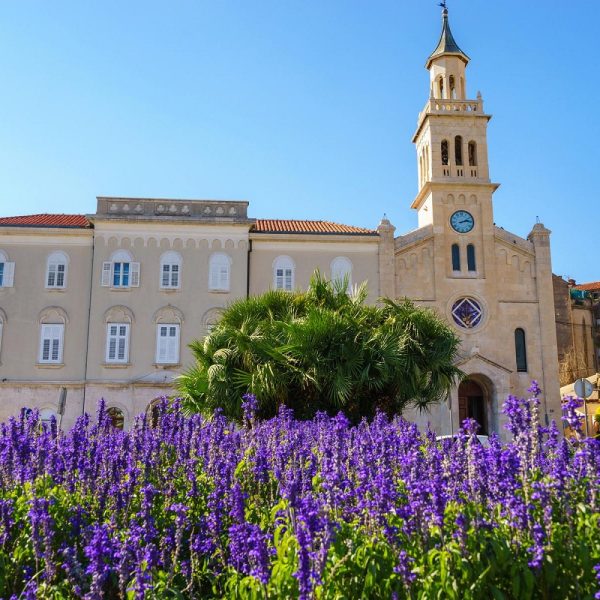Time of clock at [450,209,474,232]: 2:13
